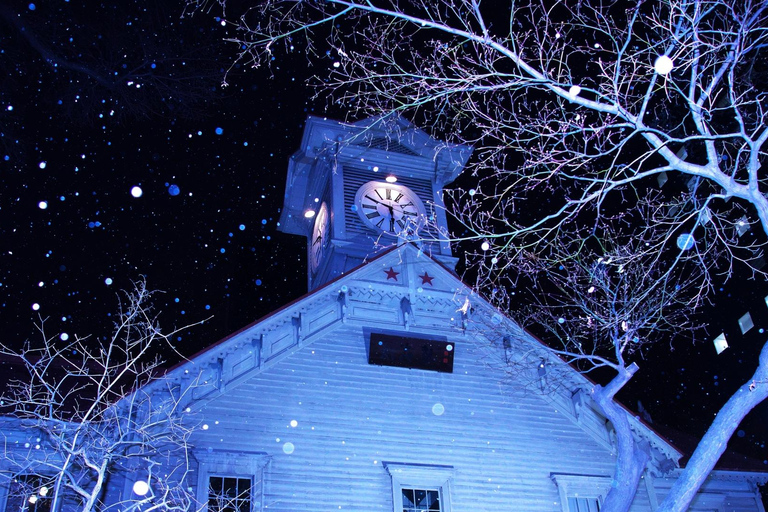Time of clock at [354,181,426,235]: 5:49
